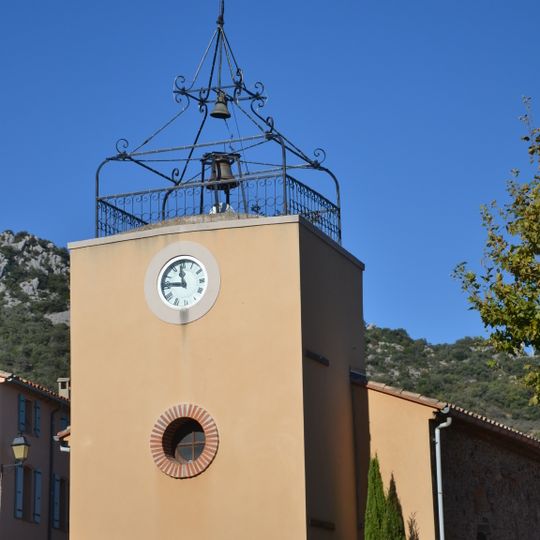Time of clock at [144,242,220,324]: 11:46
